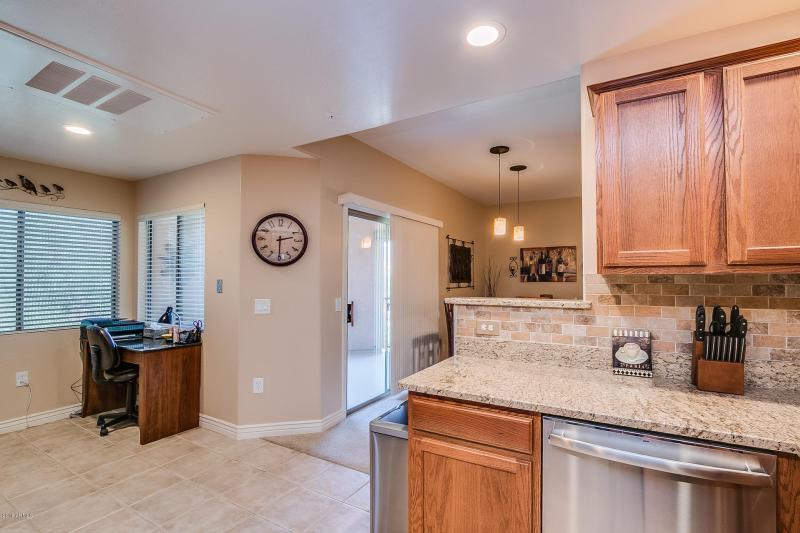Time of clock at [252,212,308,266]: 2:30
